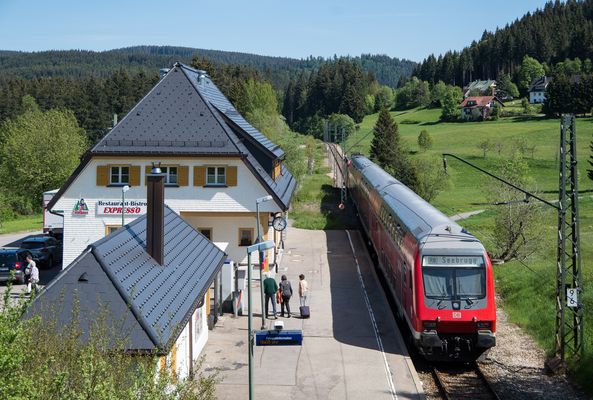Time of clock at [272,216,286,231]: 4:04
